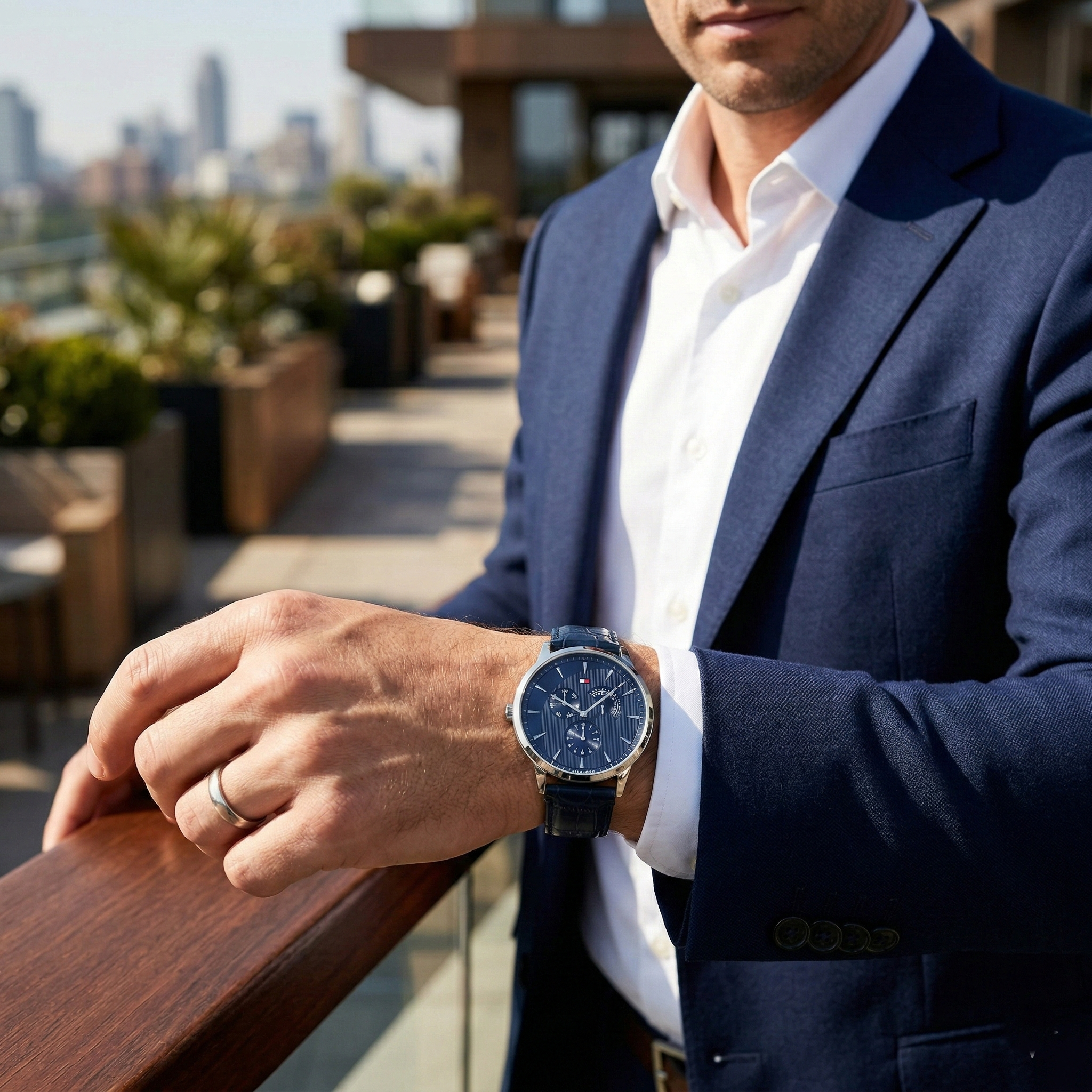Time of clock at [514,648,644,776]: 10:07
